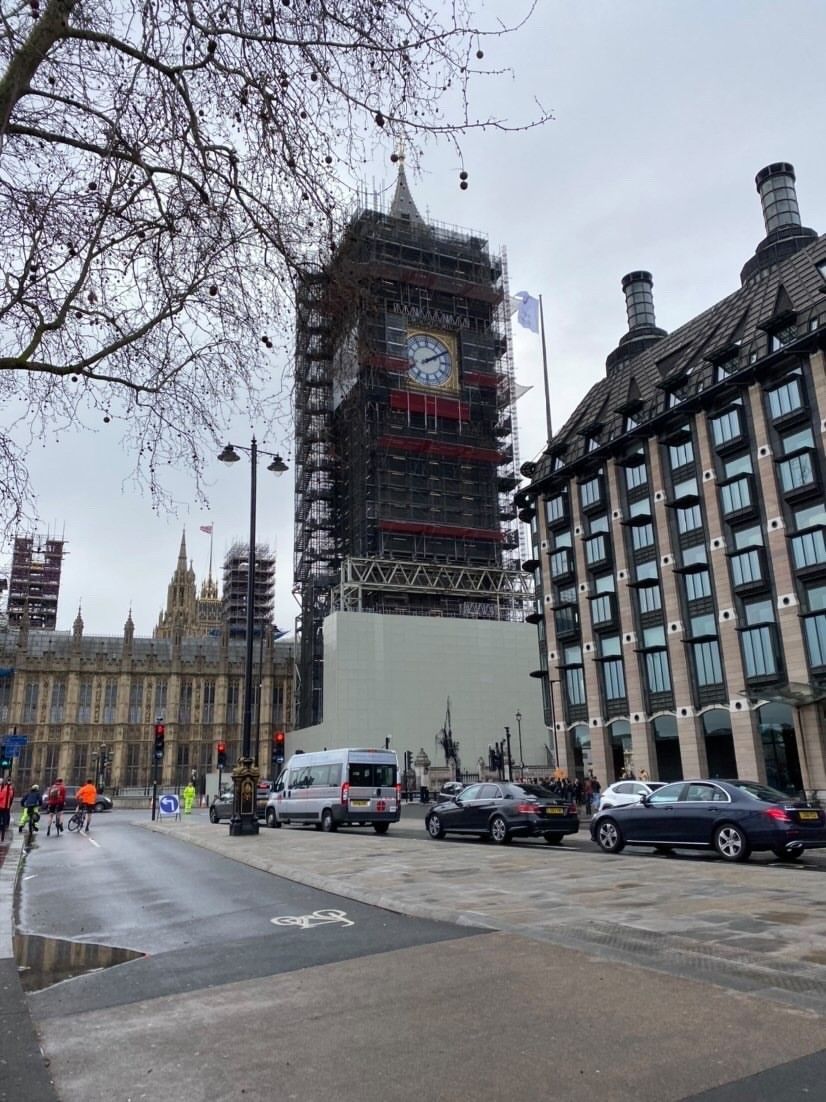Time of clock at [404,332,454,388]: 2:09
